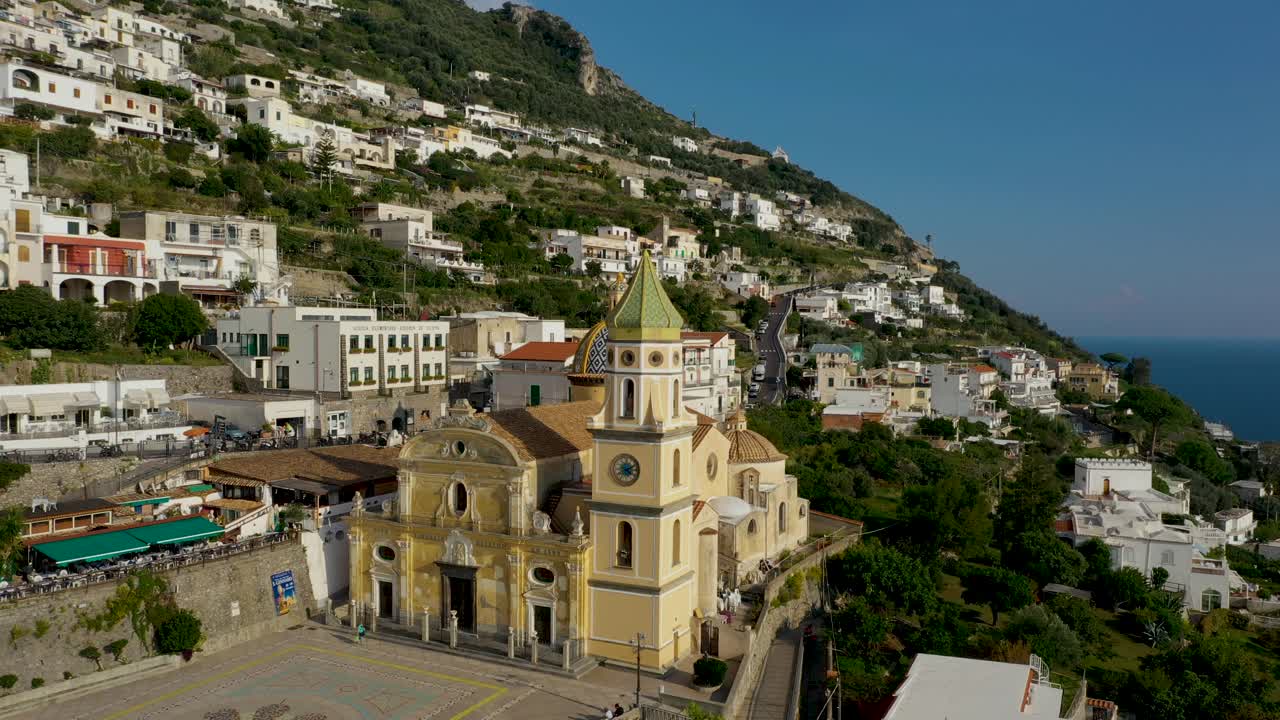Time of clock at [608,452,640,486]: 4:10
